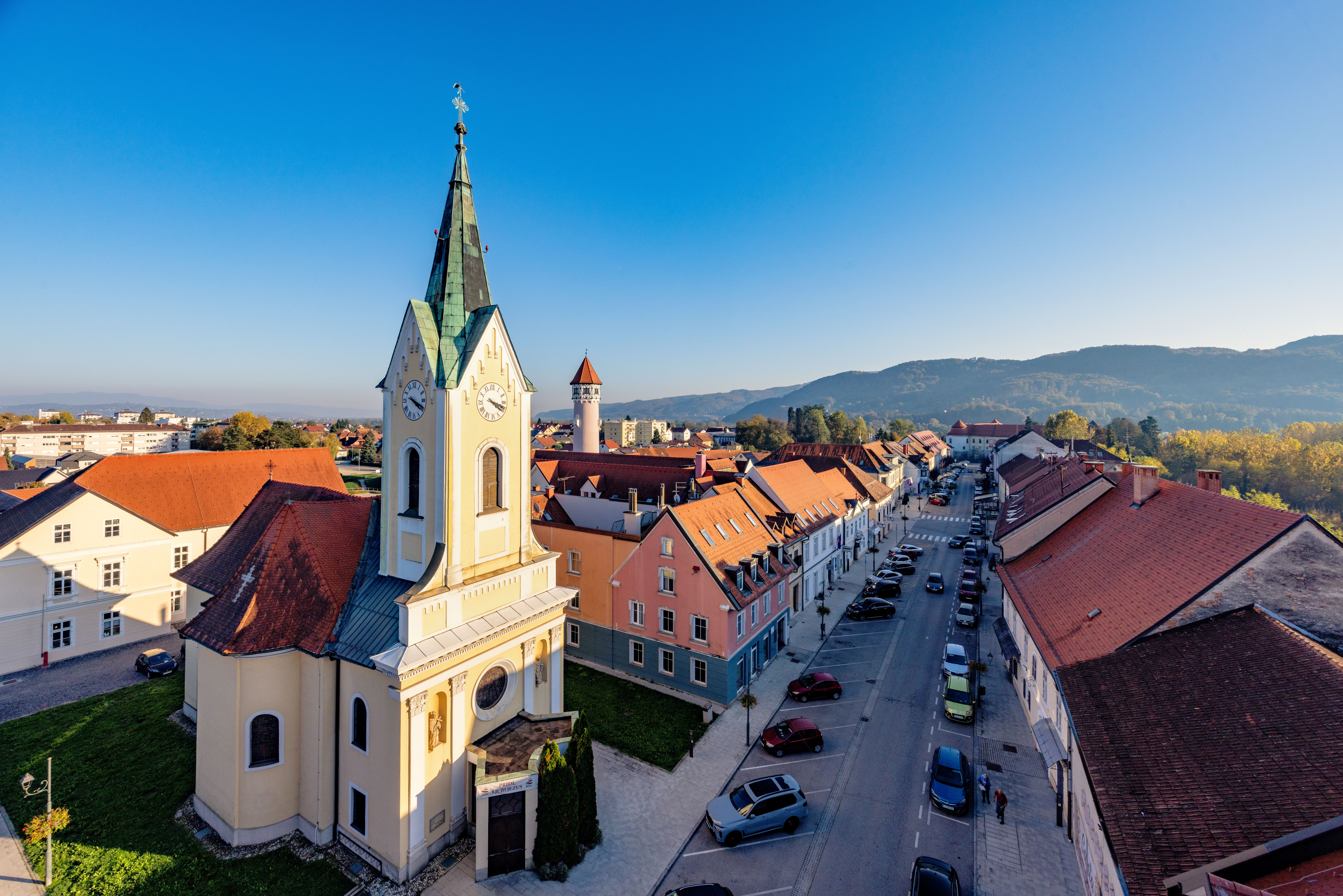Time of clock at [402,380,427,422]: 4:19
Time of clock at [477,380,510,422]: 4:18
